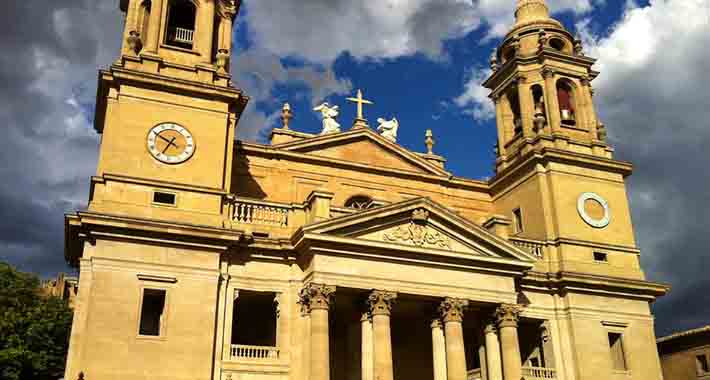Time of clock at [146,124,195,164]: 6:49
